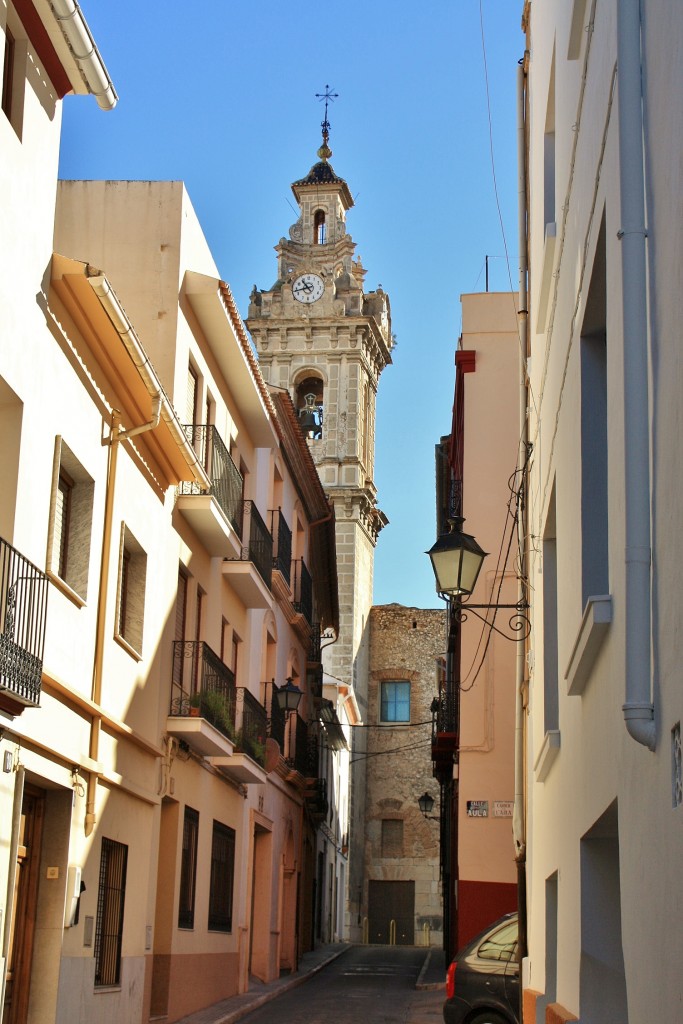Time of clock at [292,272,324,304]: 10:43
